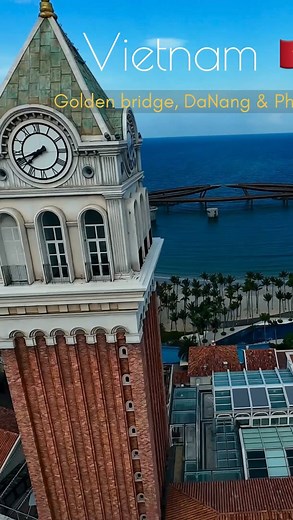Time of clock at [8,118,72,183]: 7:41
